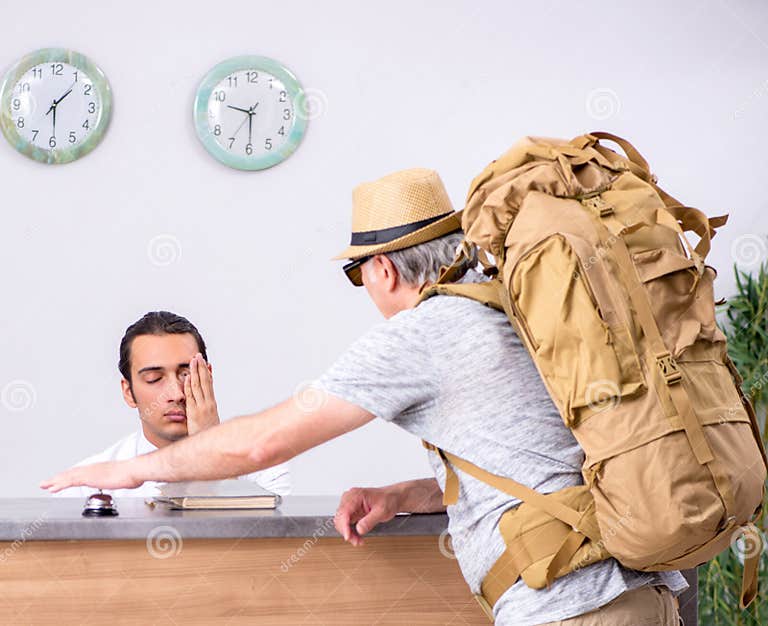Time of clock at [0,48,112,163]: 1:29
